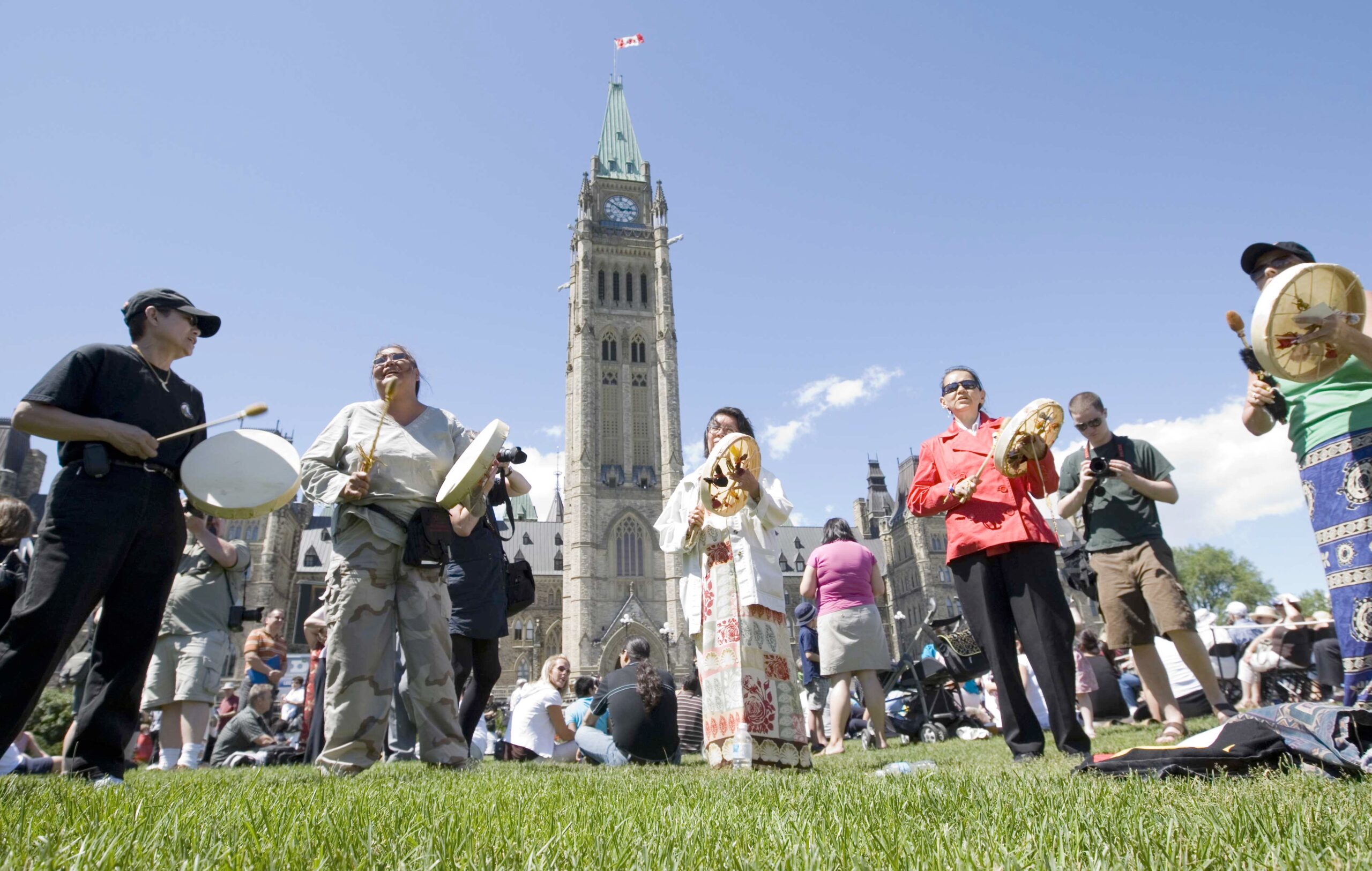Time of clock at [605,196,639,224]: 2:50
